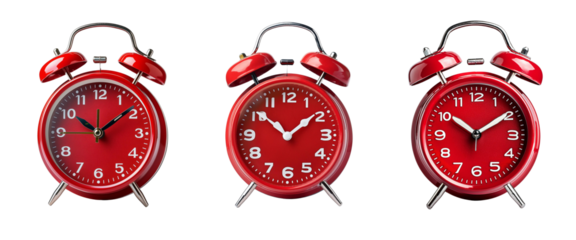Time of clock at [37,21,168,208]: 10:08
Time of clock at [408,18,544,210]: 10:09
